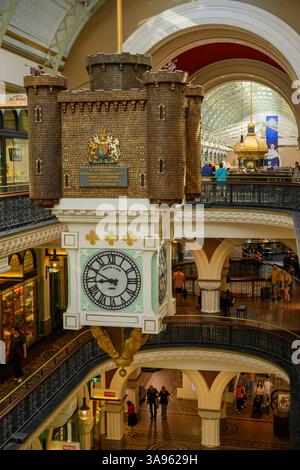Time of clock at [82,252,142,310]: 8:49
